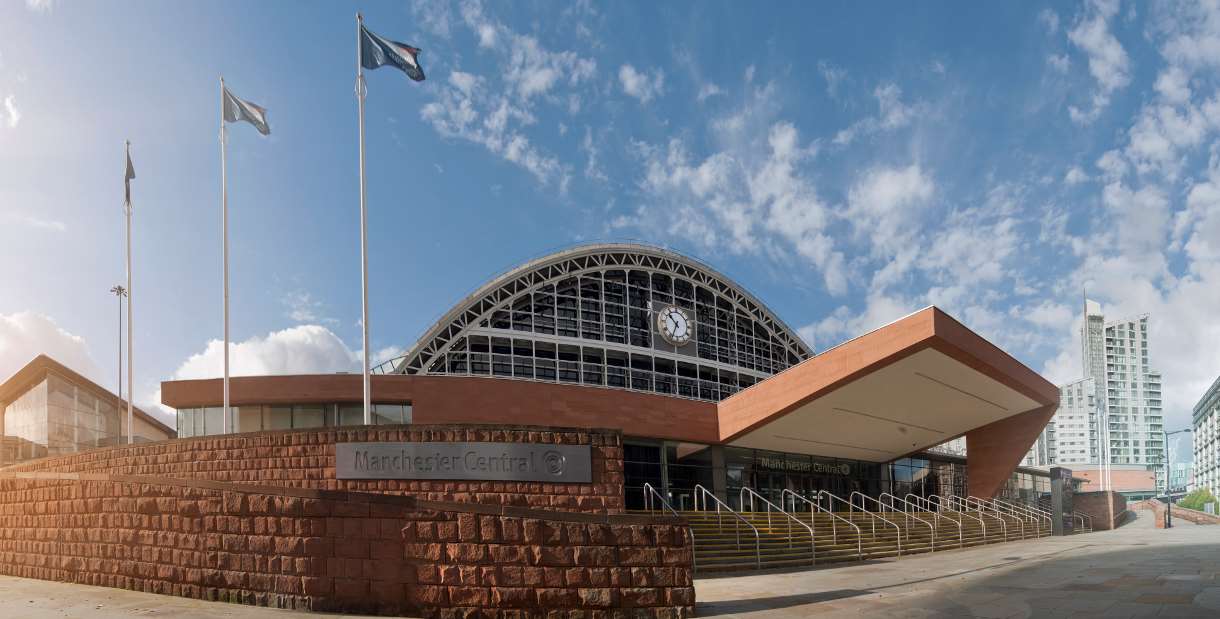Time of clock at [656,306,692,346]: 10:34
